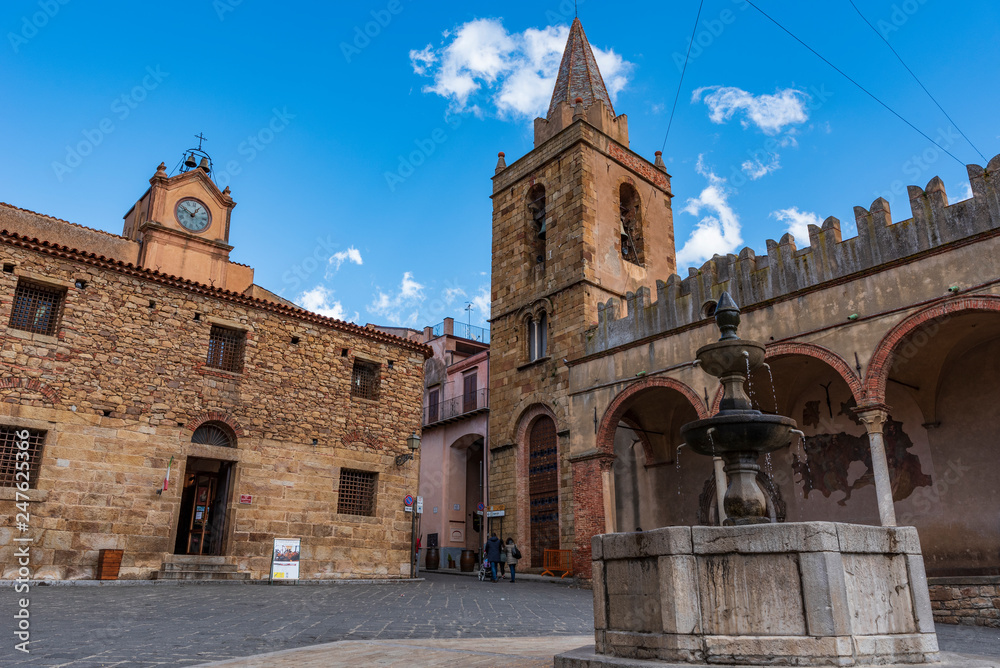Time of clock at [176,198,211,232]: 12:49
